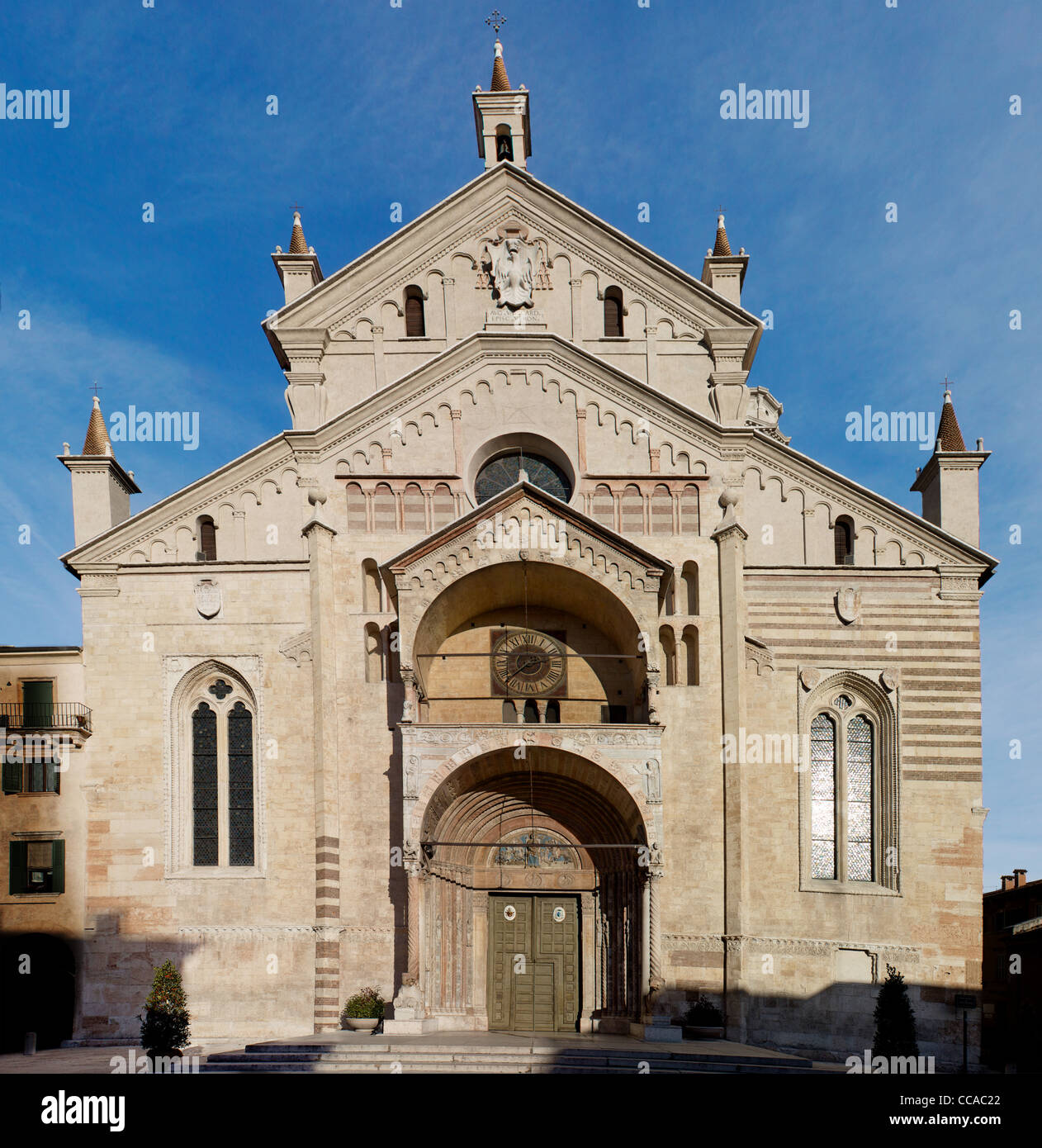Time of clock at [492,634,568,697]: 2:37
